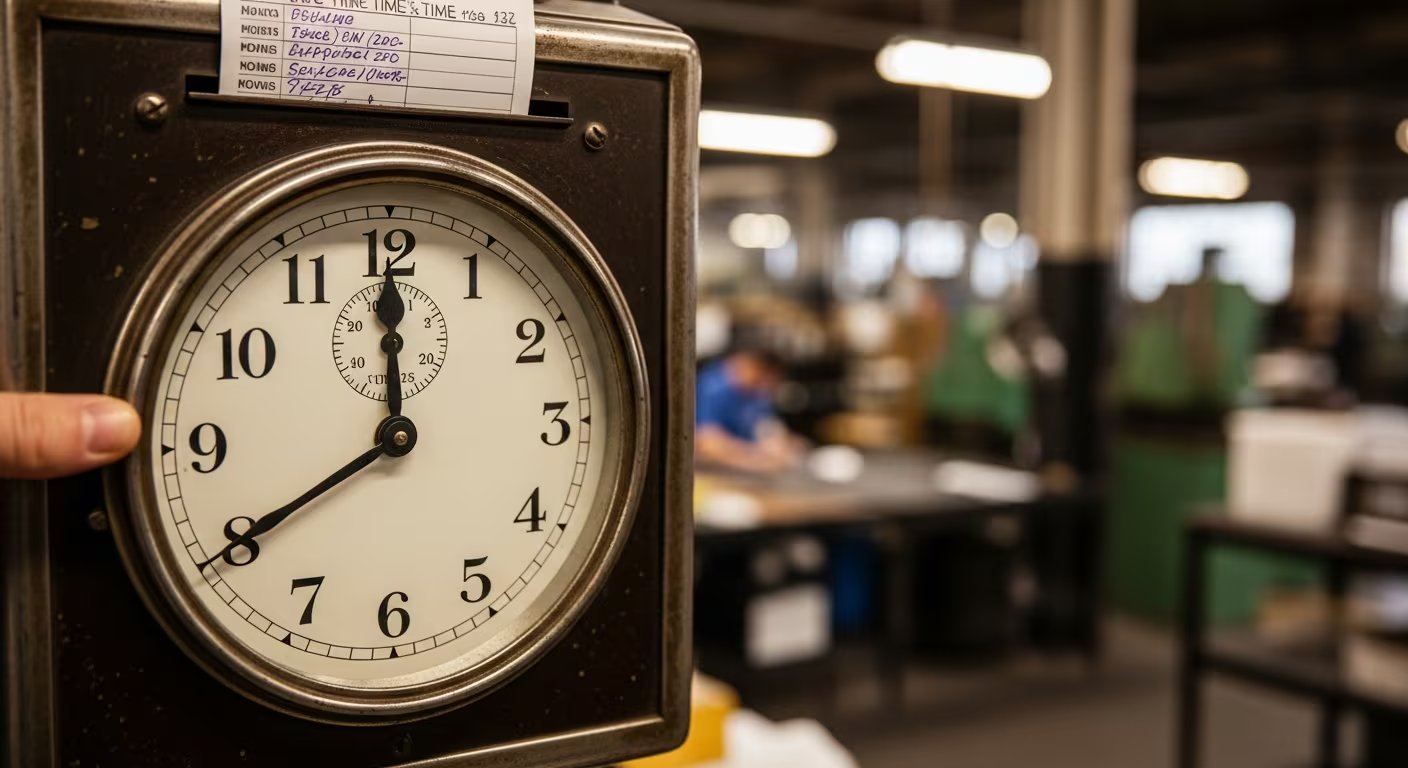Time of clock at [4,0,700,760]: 11:59
